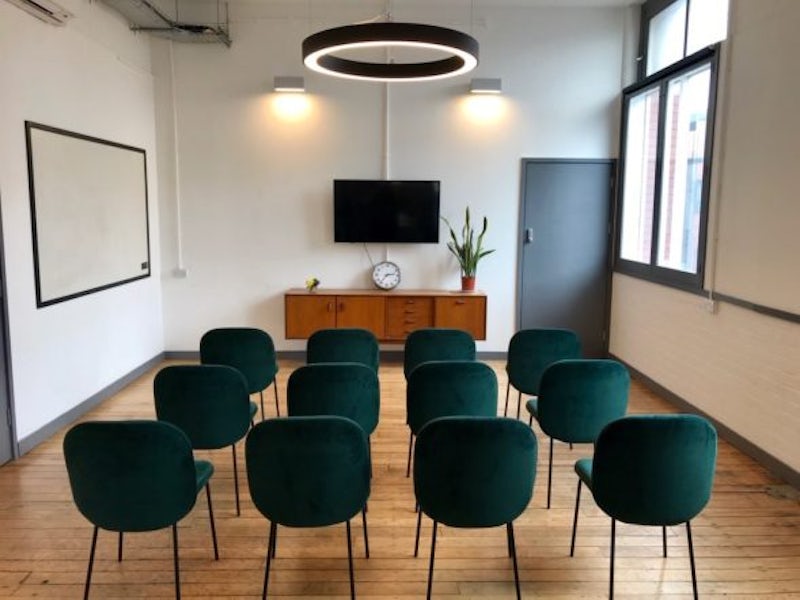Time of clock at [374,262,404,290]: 2:36
